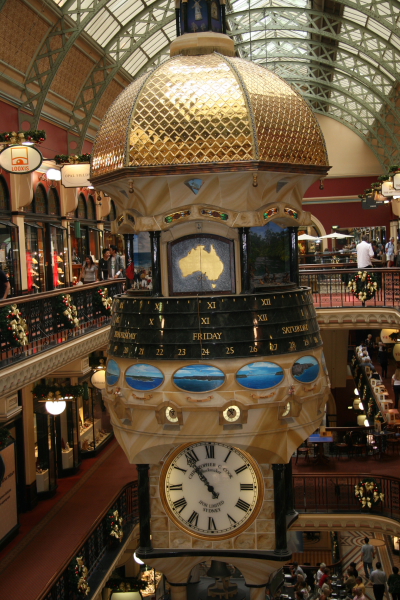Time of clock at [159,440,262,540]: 10:53
